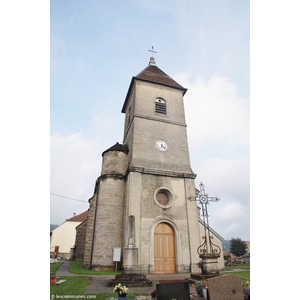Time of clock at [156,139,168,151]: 6:21
